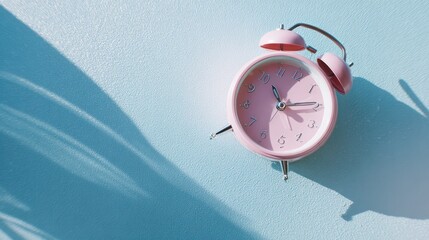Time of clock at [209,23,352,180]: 4:14
